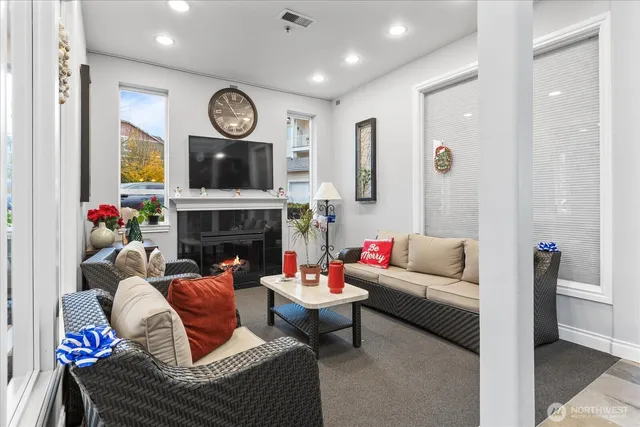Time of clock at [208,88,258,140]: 2:54
